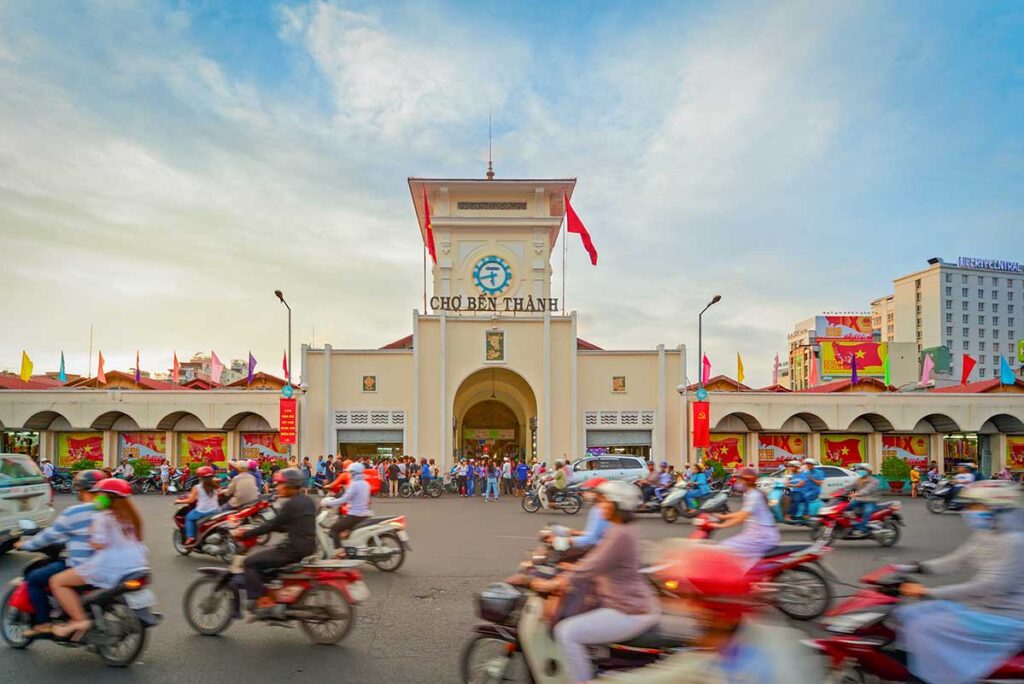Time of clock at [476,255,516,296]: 5:42
